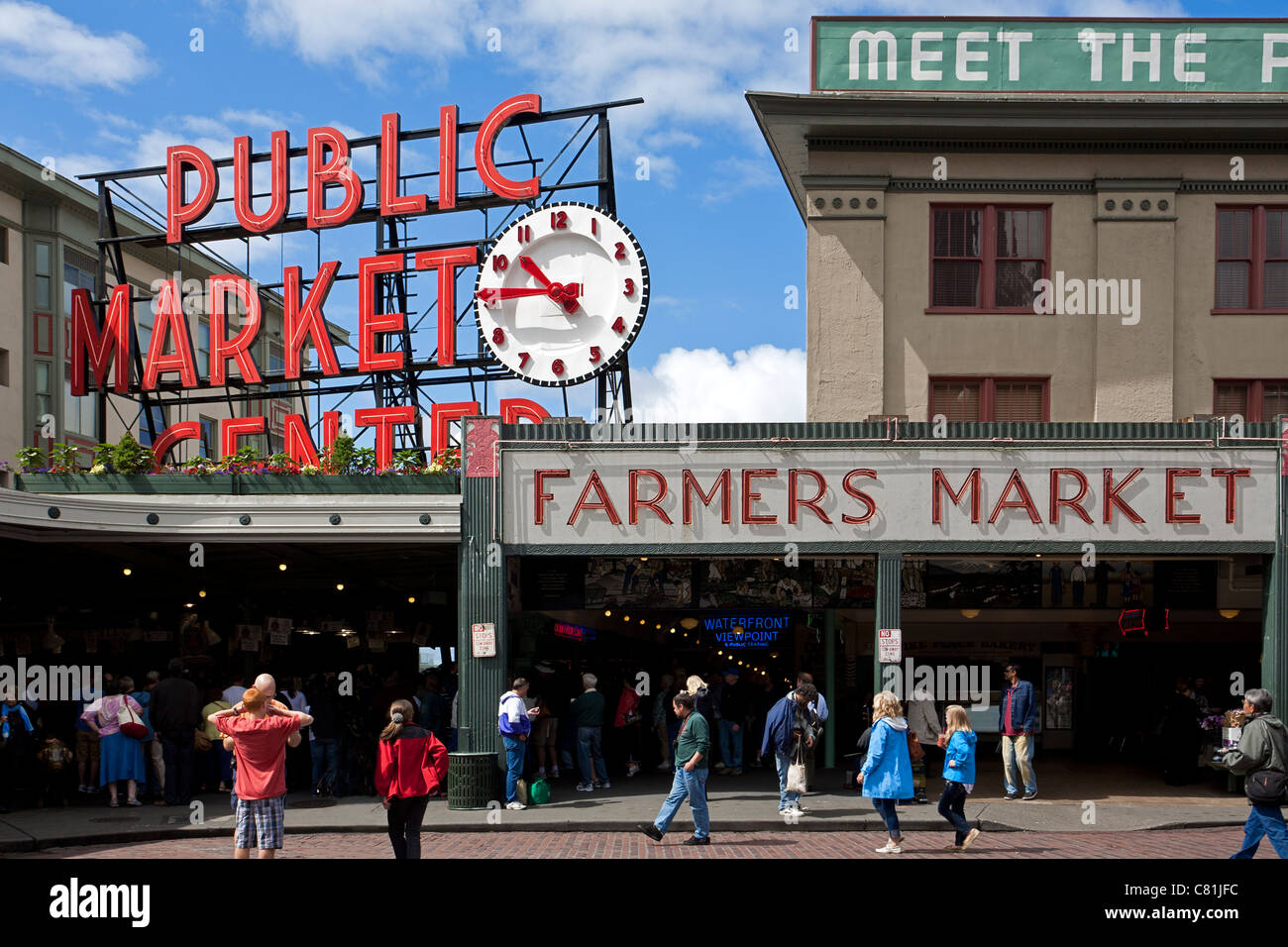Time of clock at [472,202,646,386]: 10:45
